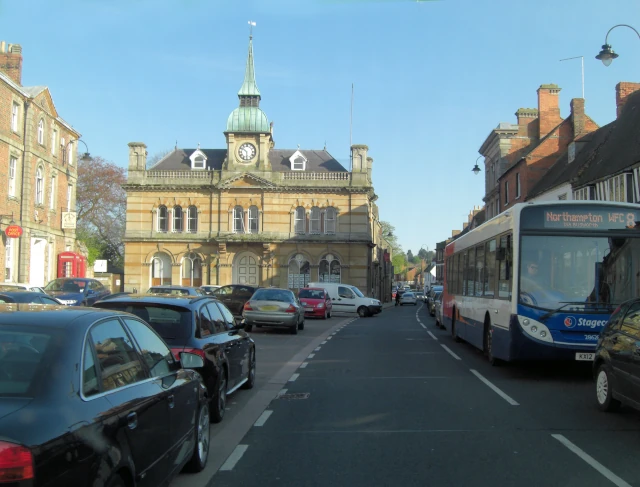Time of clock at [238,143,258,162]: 5:51
